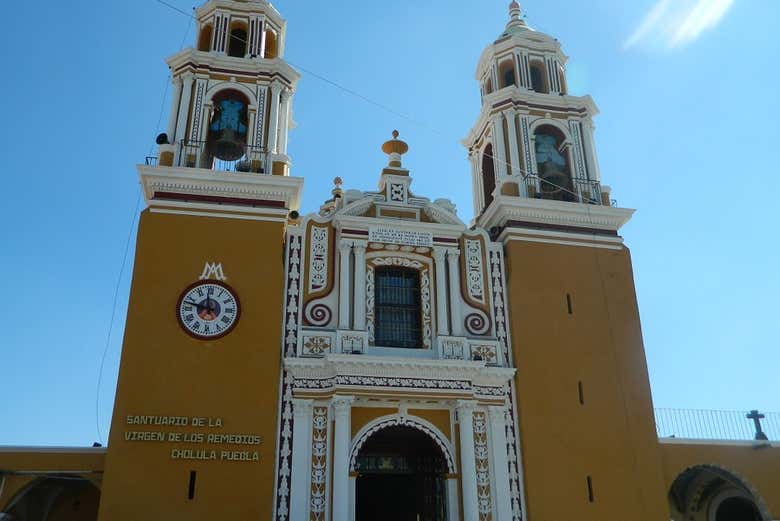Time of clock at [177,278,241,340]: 11:47
